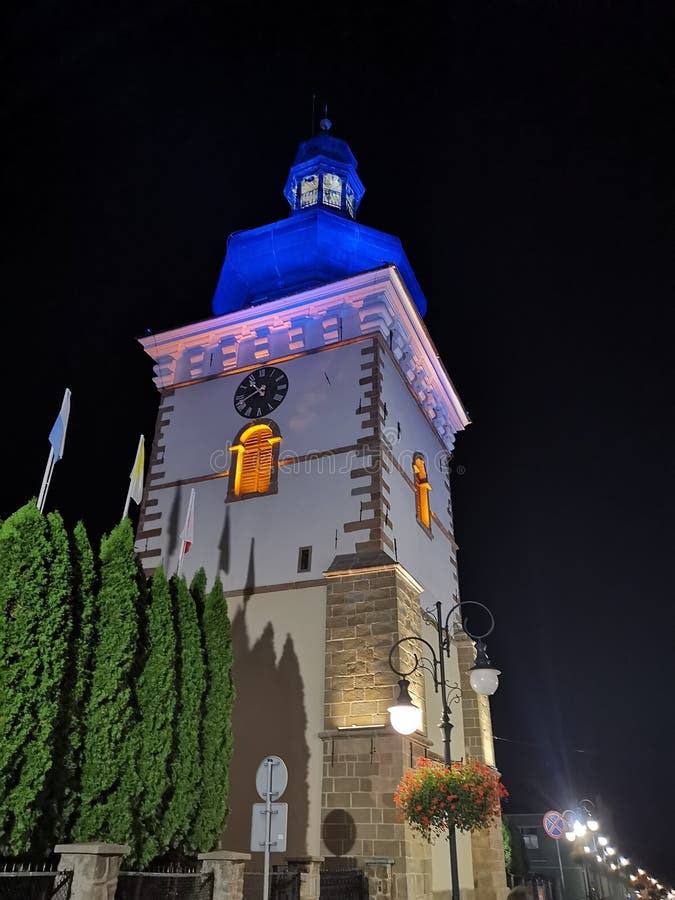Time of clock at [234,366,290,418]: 10:41
